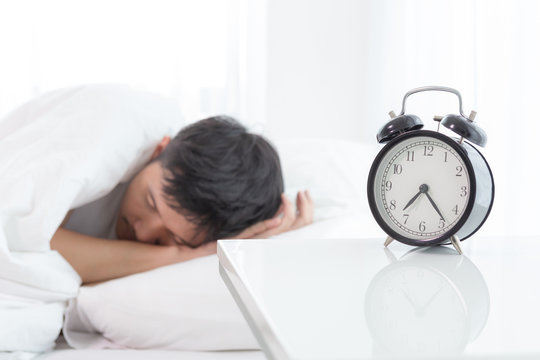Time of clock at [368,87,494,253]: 7:23
